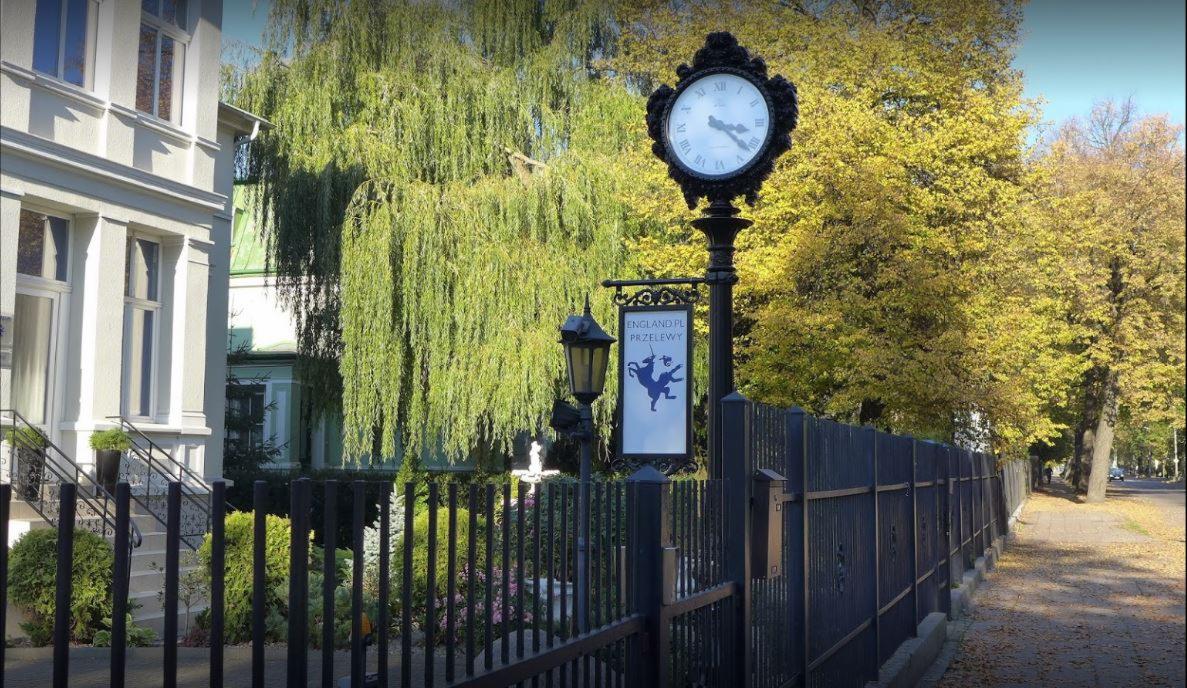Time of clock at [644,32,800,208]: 3:21
